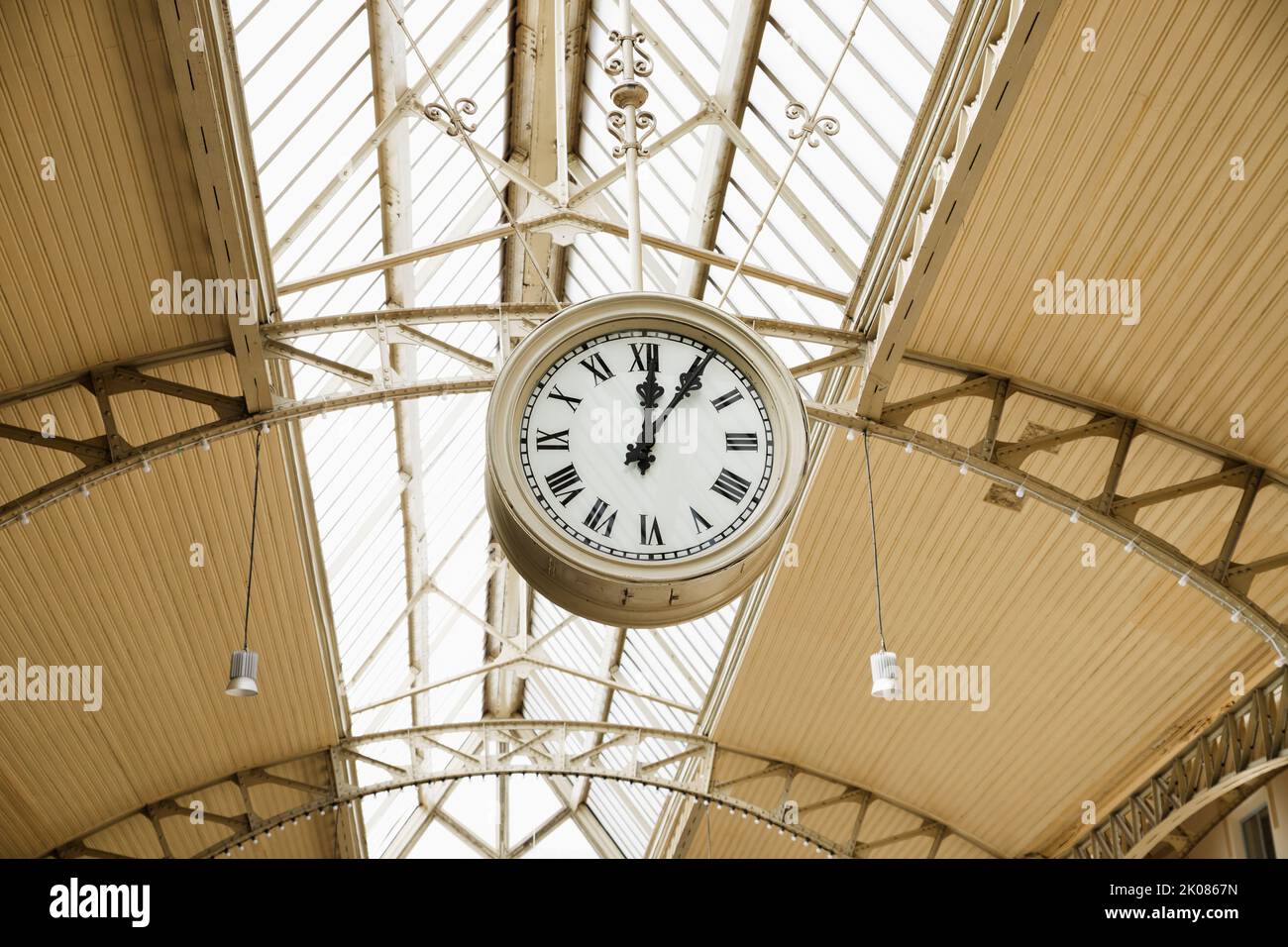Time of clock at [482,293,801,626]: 12:05
